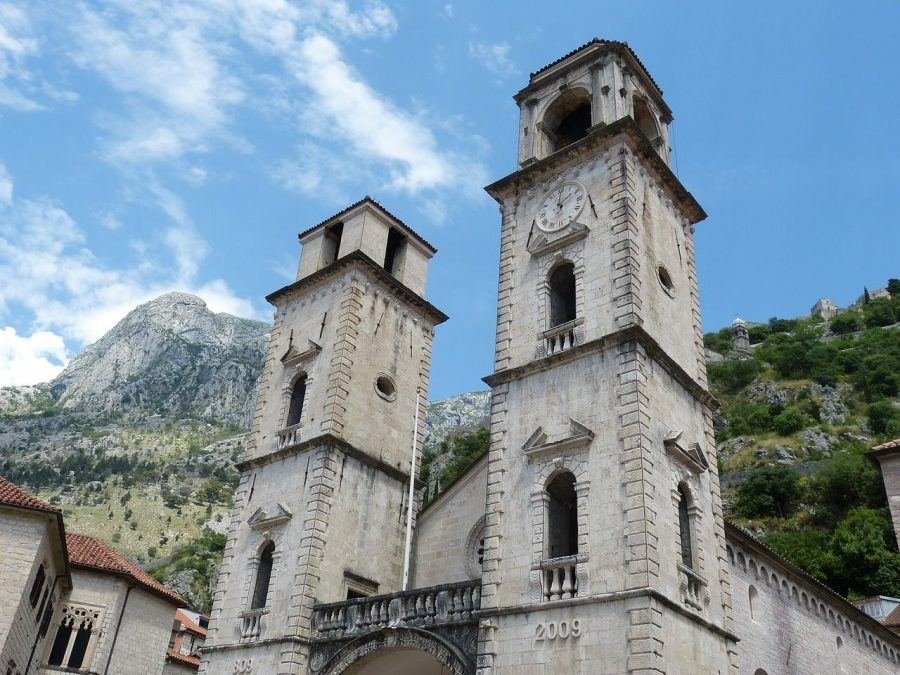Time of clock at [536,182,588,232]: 2:00
